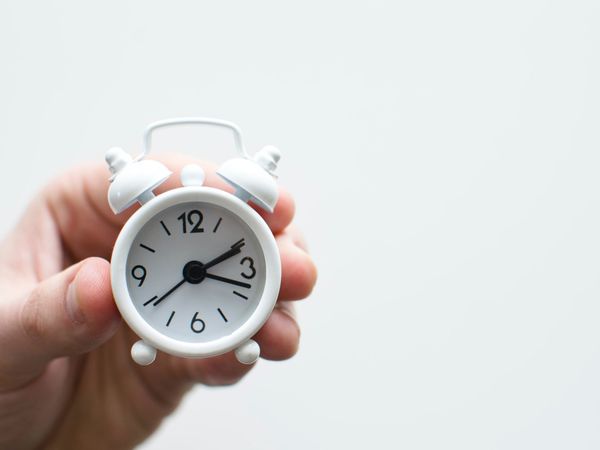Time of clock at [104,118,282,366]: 2:18
